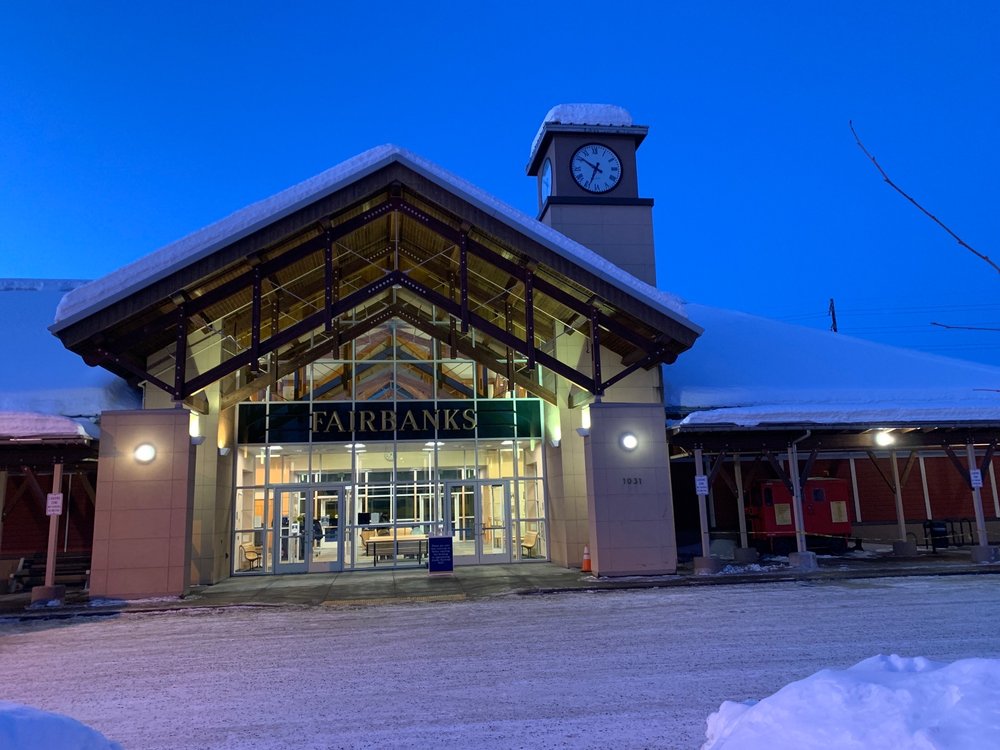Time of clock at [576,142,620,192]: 6:50
